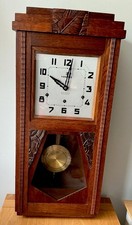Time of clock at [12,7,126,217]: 10:01
